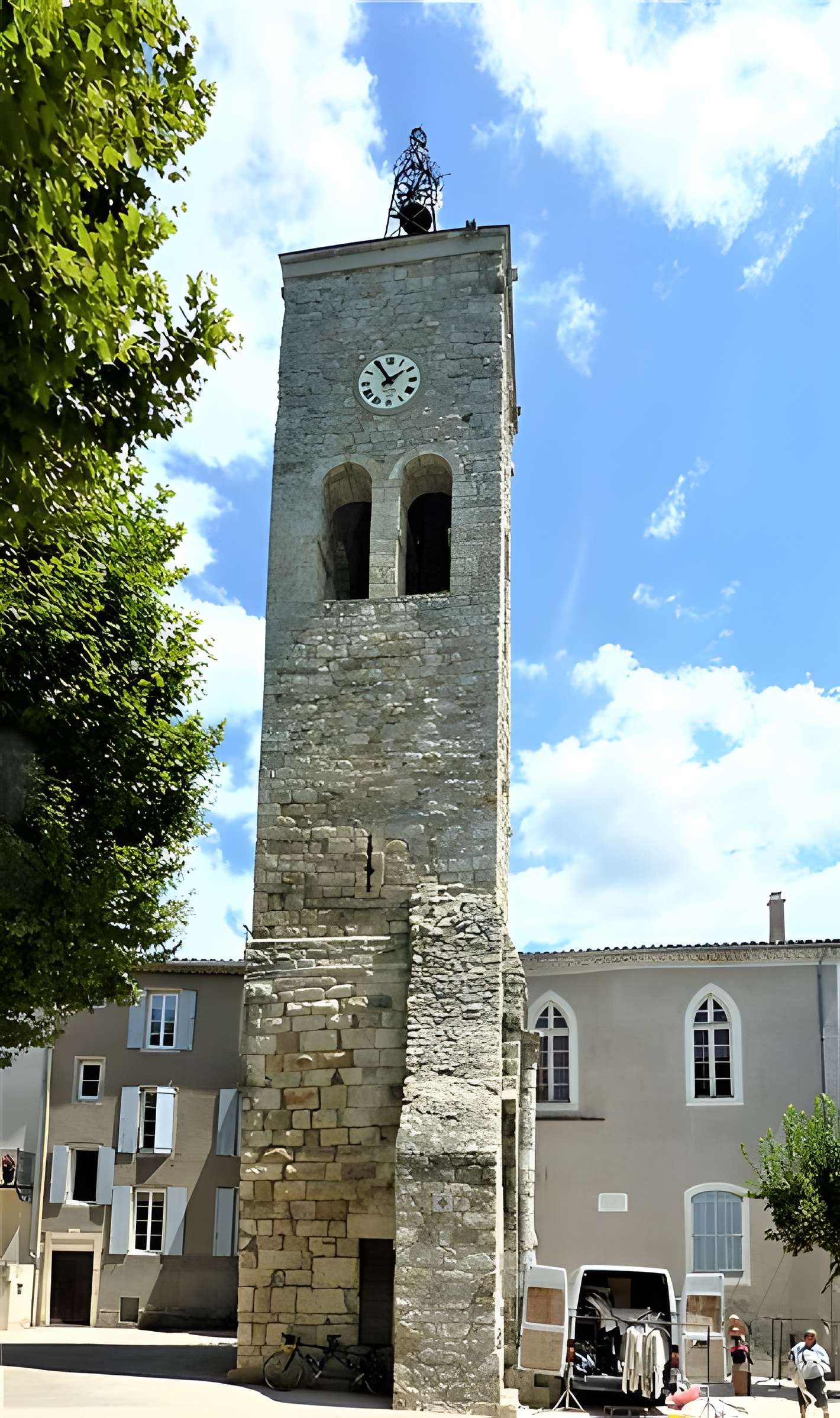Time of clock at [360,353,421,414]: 1:54
